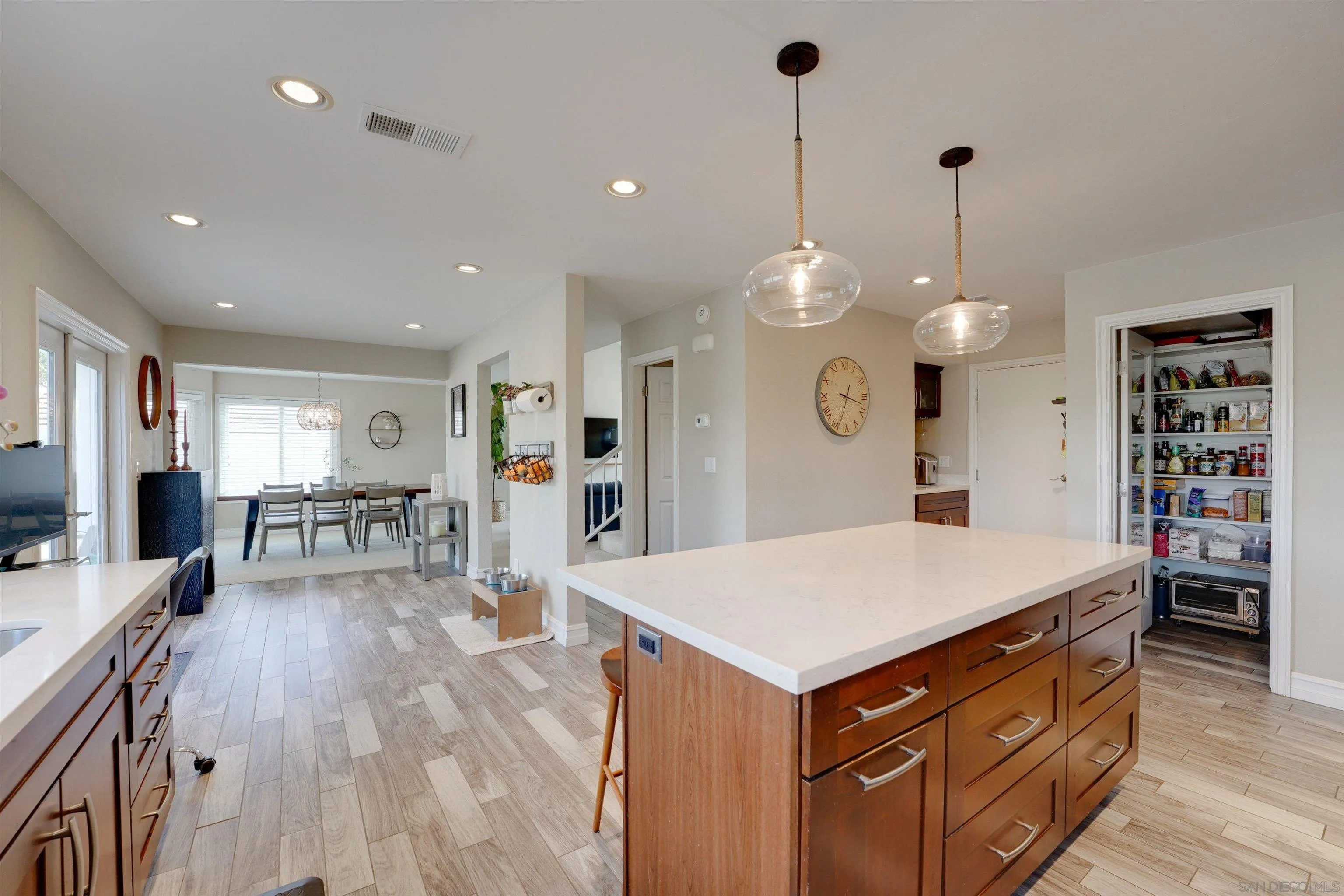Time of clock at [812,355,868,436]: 3:33
